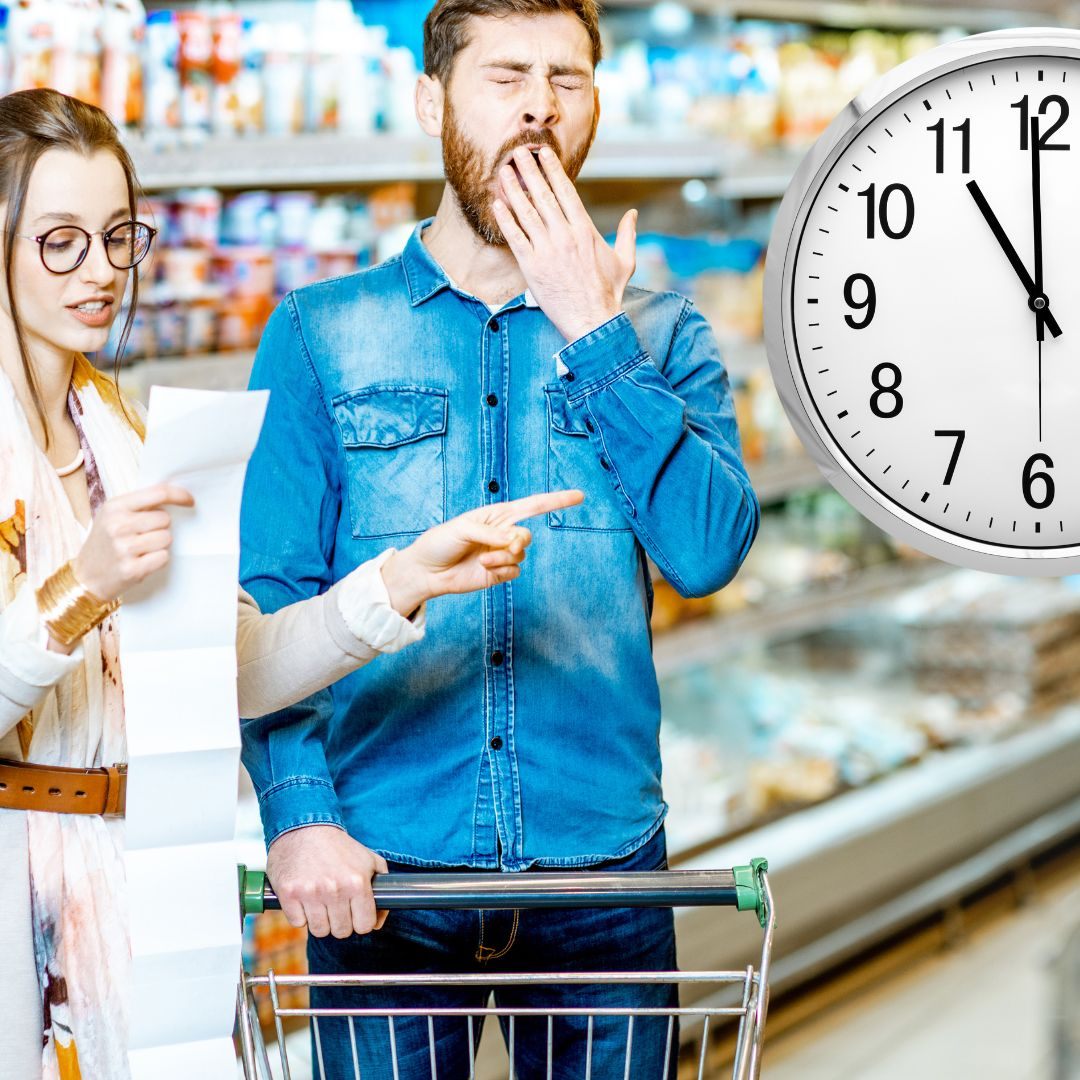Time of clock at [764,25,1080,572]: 11:00
